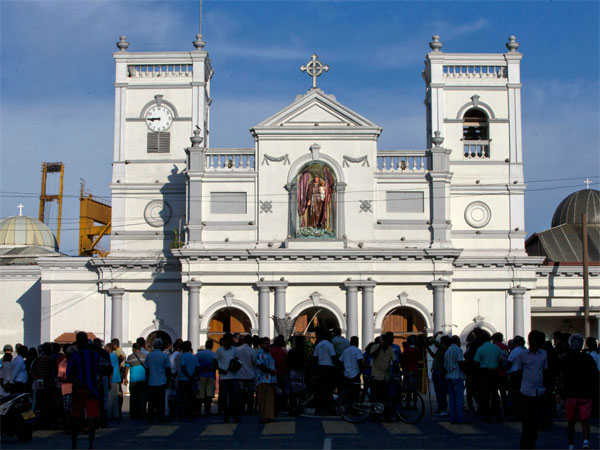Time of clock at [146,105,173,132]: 8:45
